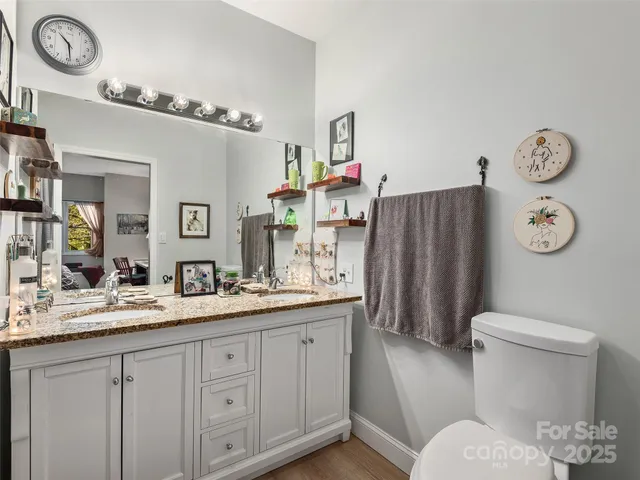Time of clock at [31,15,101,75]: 10:28
